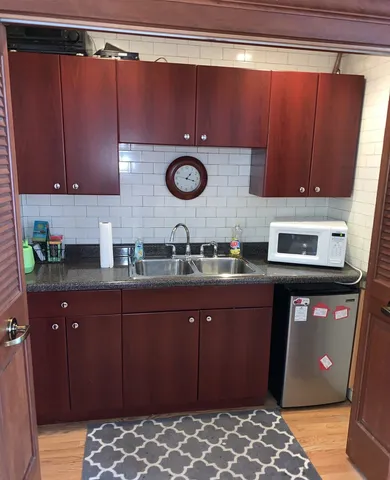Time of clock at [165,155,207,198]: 1:18
